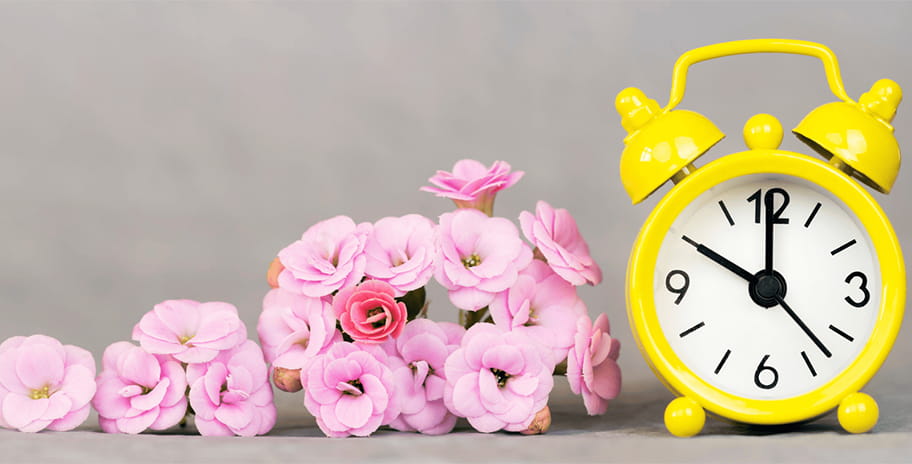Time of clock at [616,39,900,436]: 10:00
